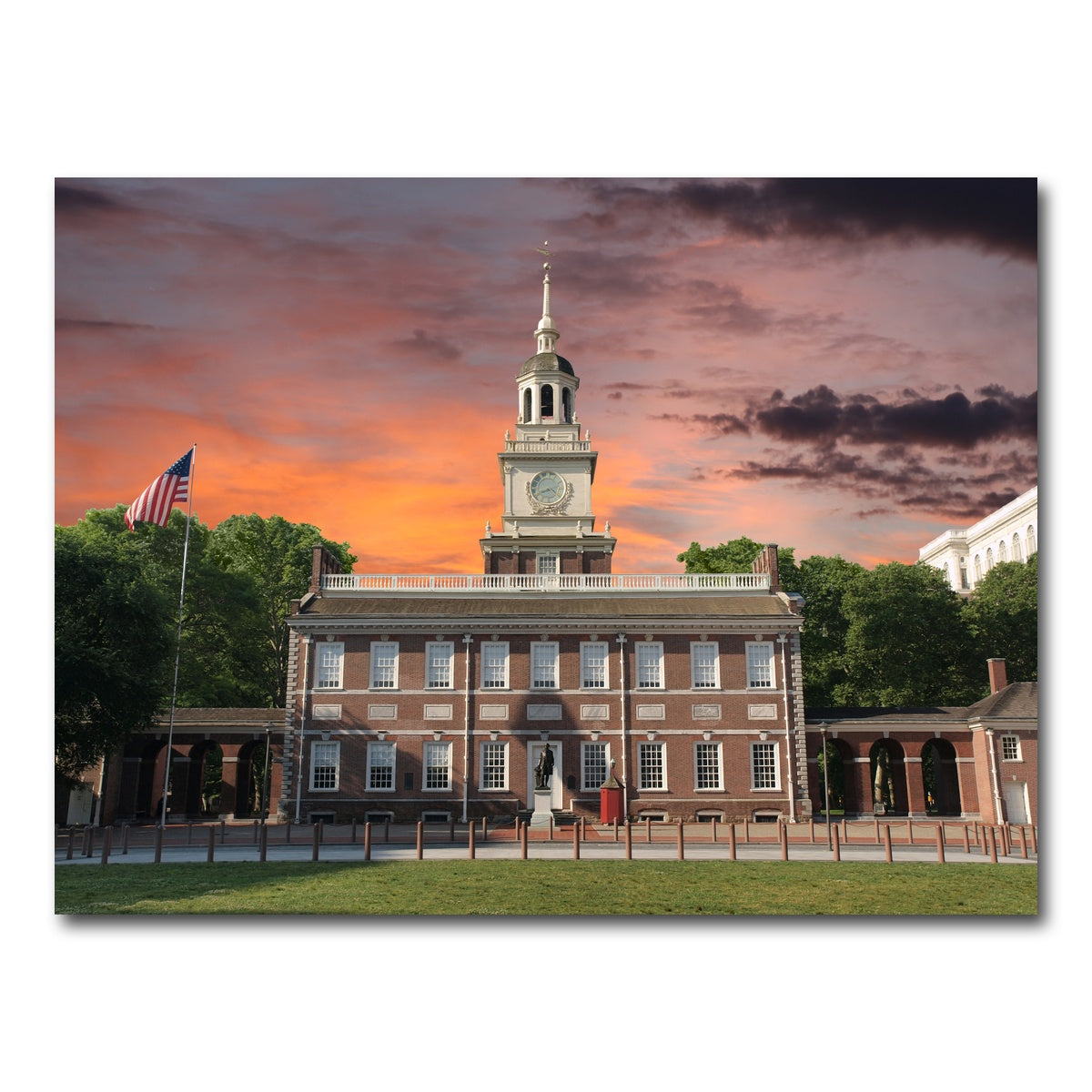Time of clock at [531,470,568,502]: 8:21
